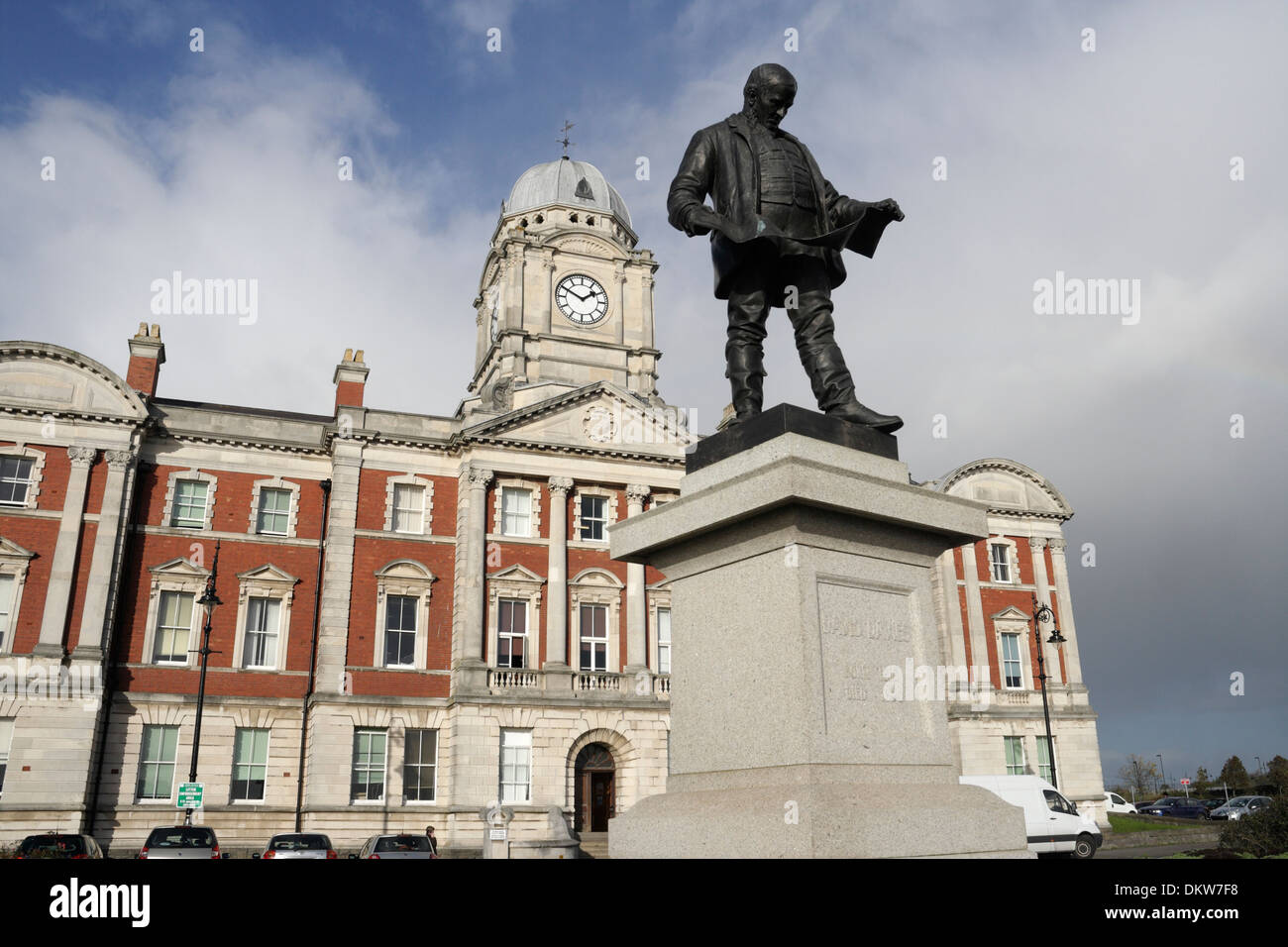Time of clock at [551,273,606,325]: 1:49
